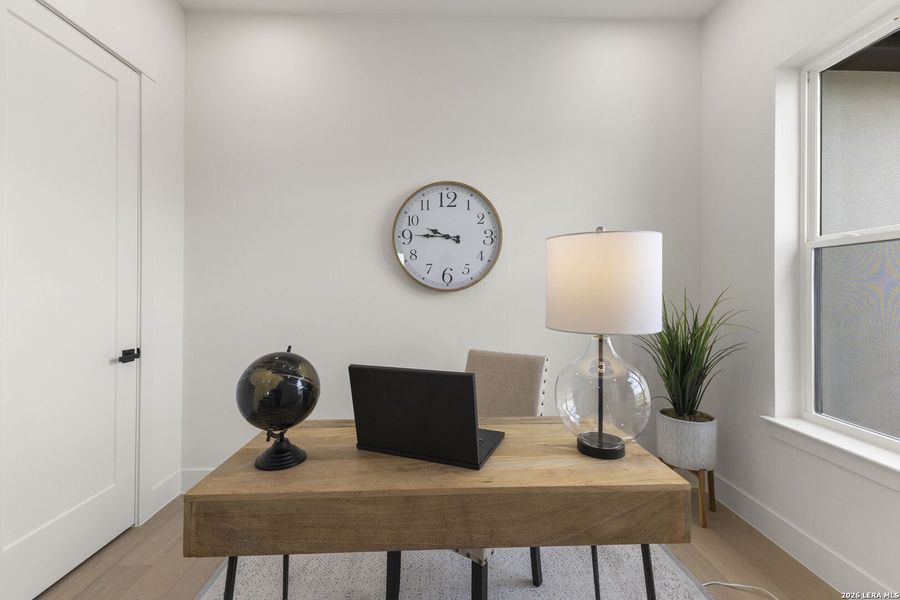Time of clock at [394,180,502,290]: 9:45
